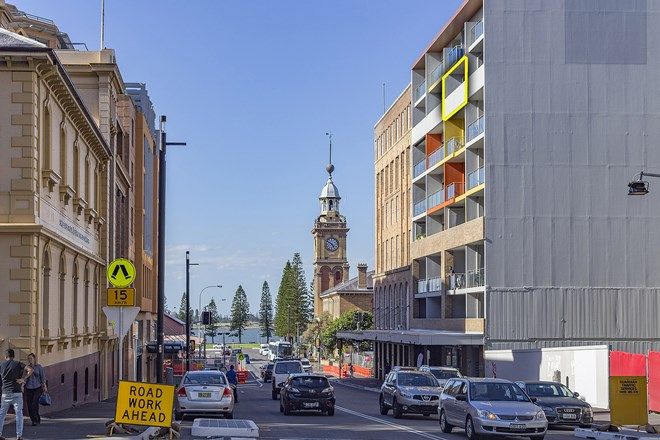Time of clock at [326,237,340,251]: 4:50
